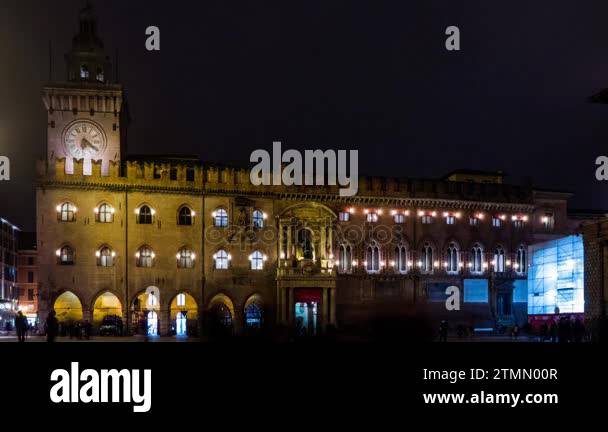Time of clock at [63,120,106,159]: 6:20
